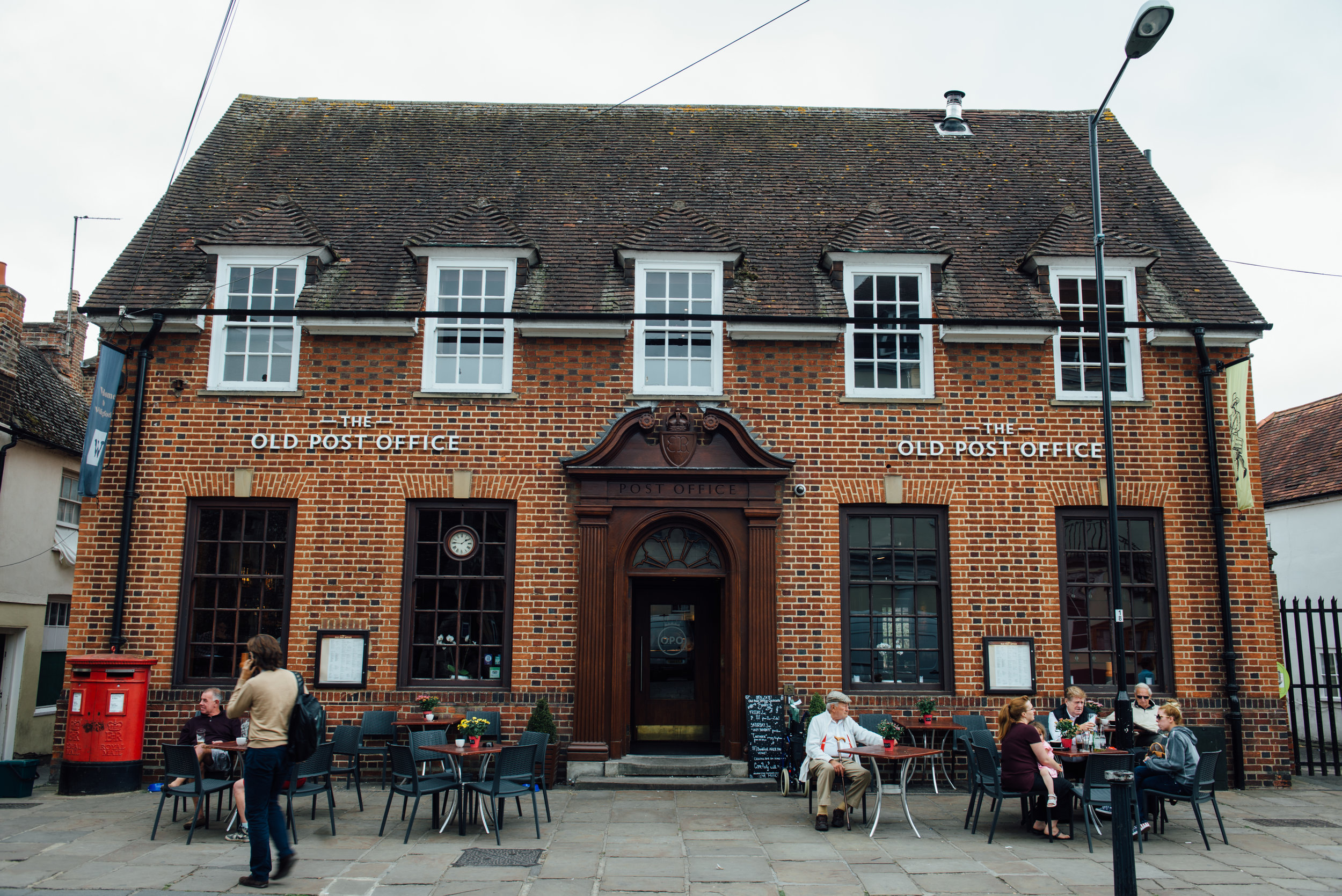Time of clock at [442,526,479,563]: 1:46
